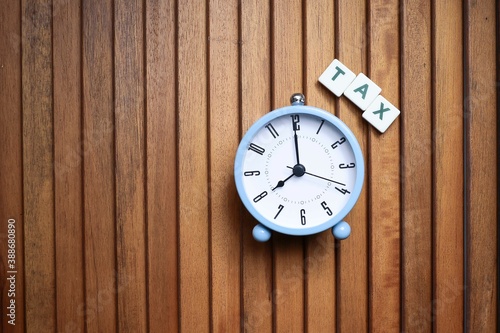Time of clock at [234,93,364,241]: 7:59
